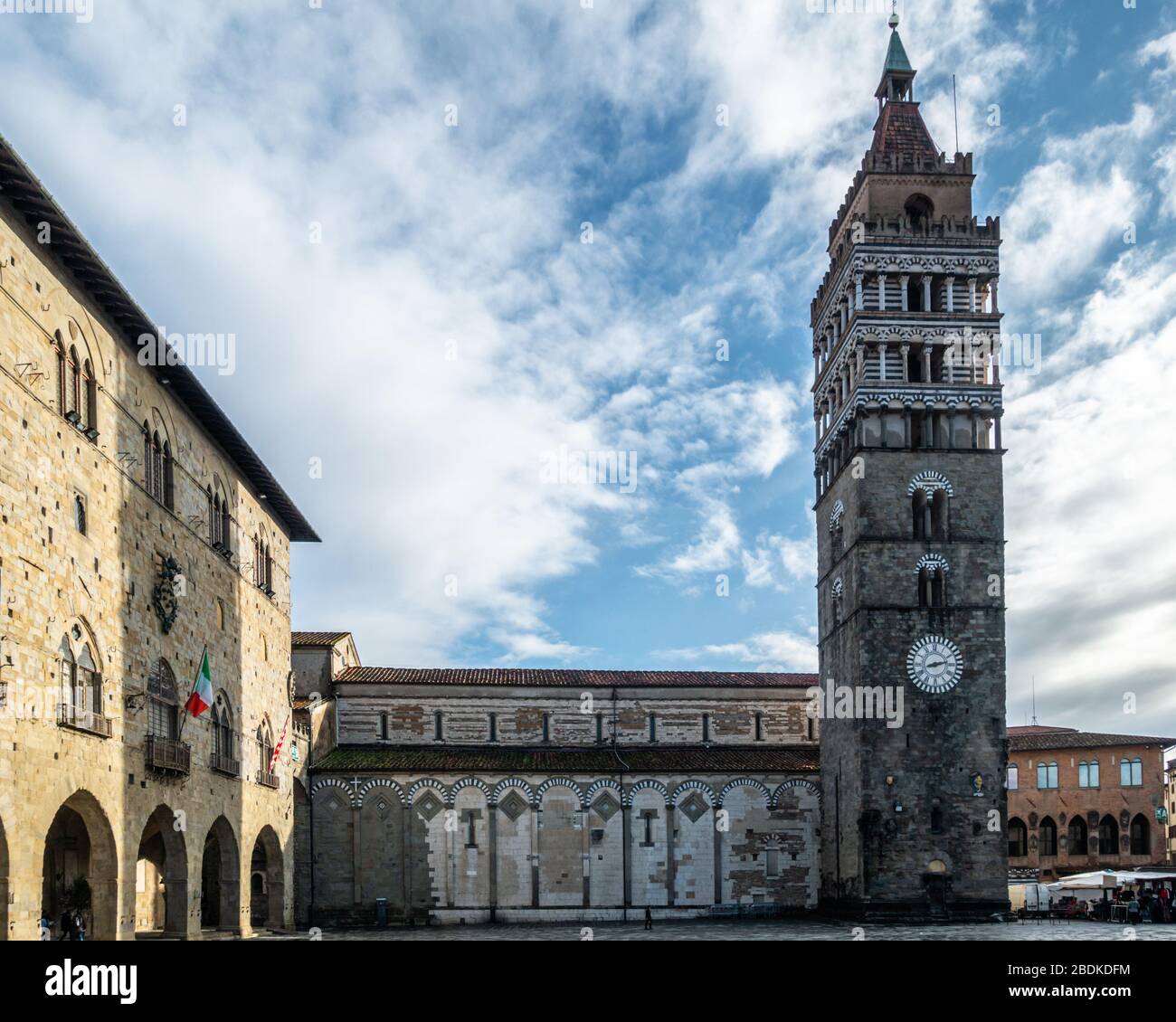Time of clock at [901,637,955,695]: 8:12
